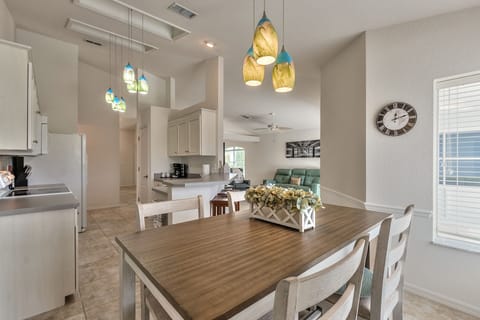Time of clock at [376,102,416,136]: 12:11
